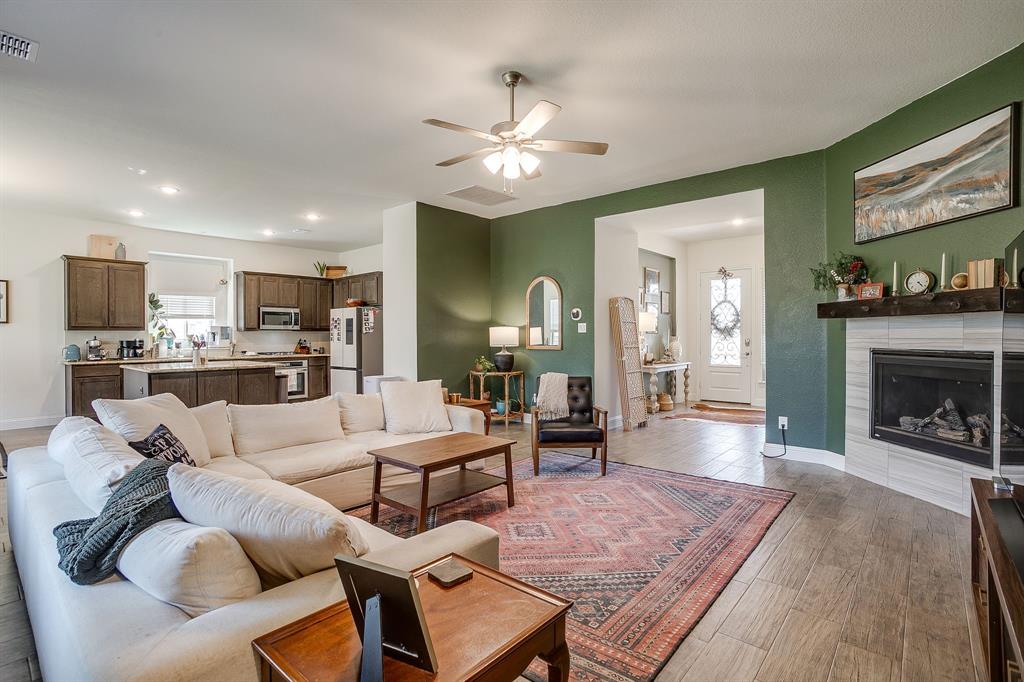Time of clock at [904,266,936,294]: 4:22
